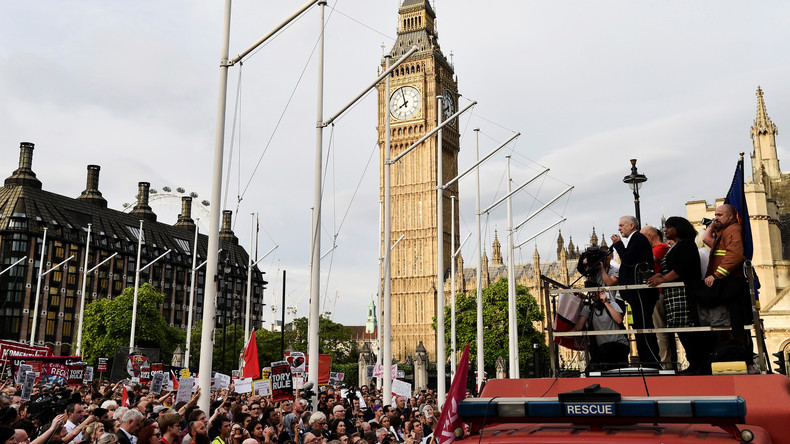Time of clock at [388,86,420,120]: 7:57
